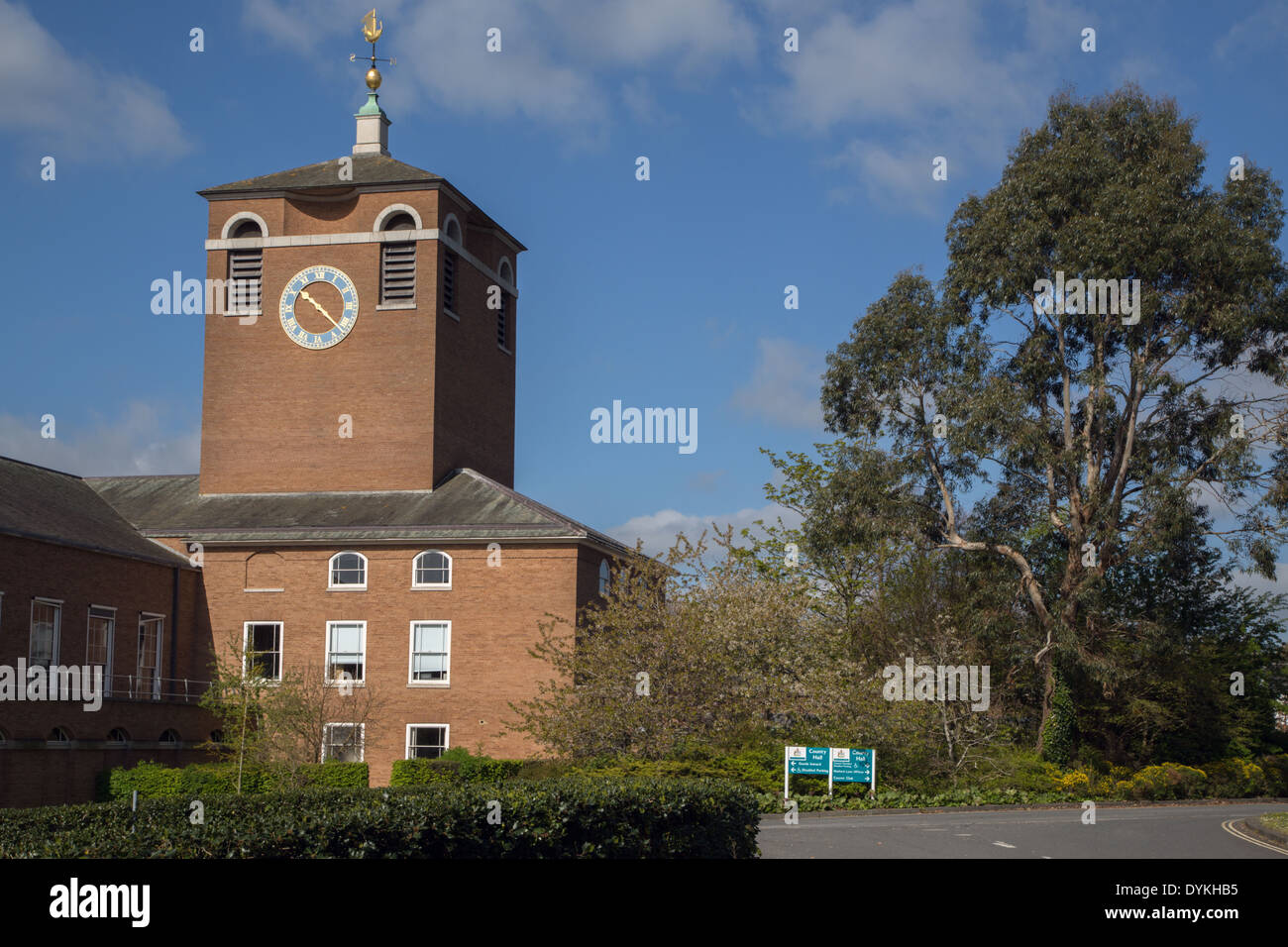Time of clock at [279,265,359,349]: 10:22
